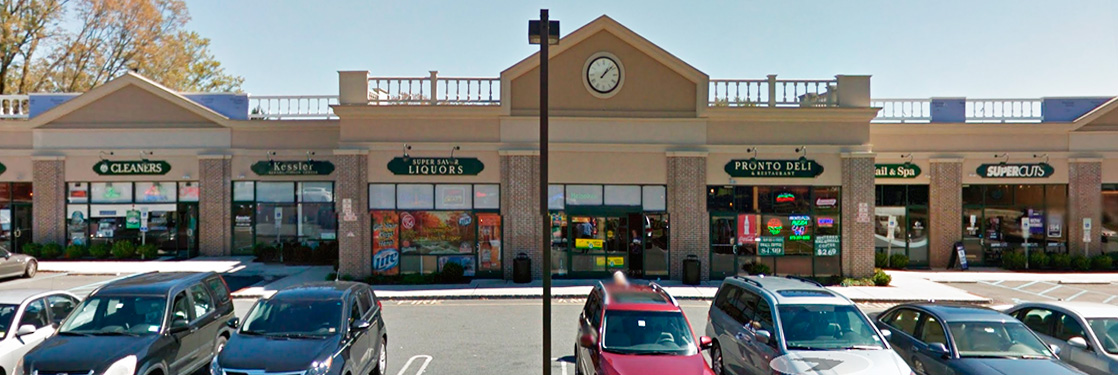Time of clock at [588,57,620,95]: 1:07
